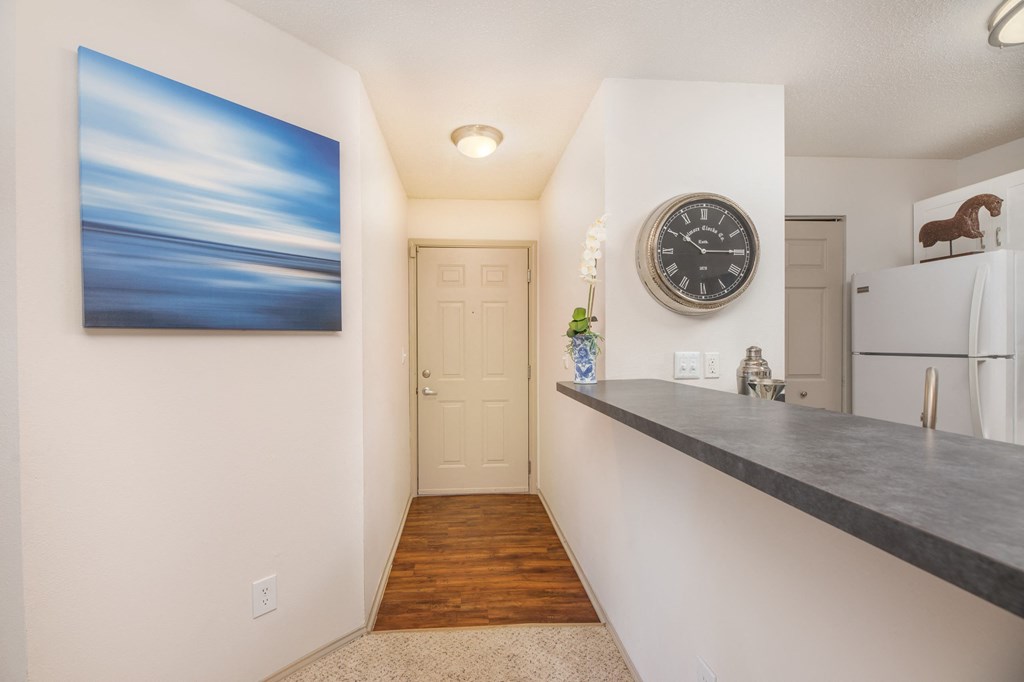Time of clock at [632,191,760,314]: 10:14
